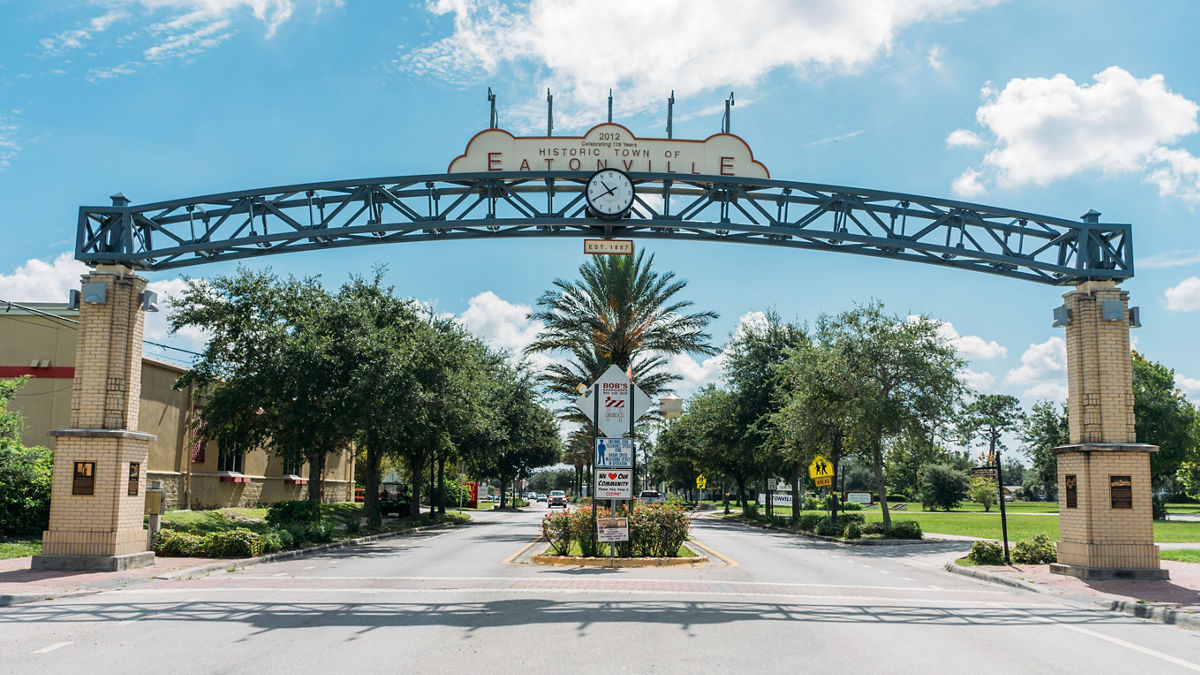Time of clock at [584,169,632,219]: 10:40
